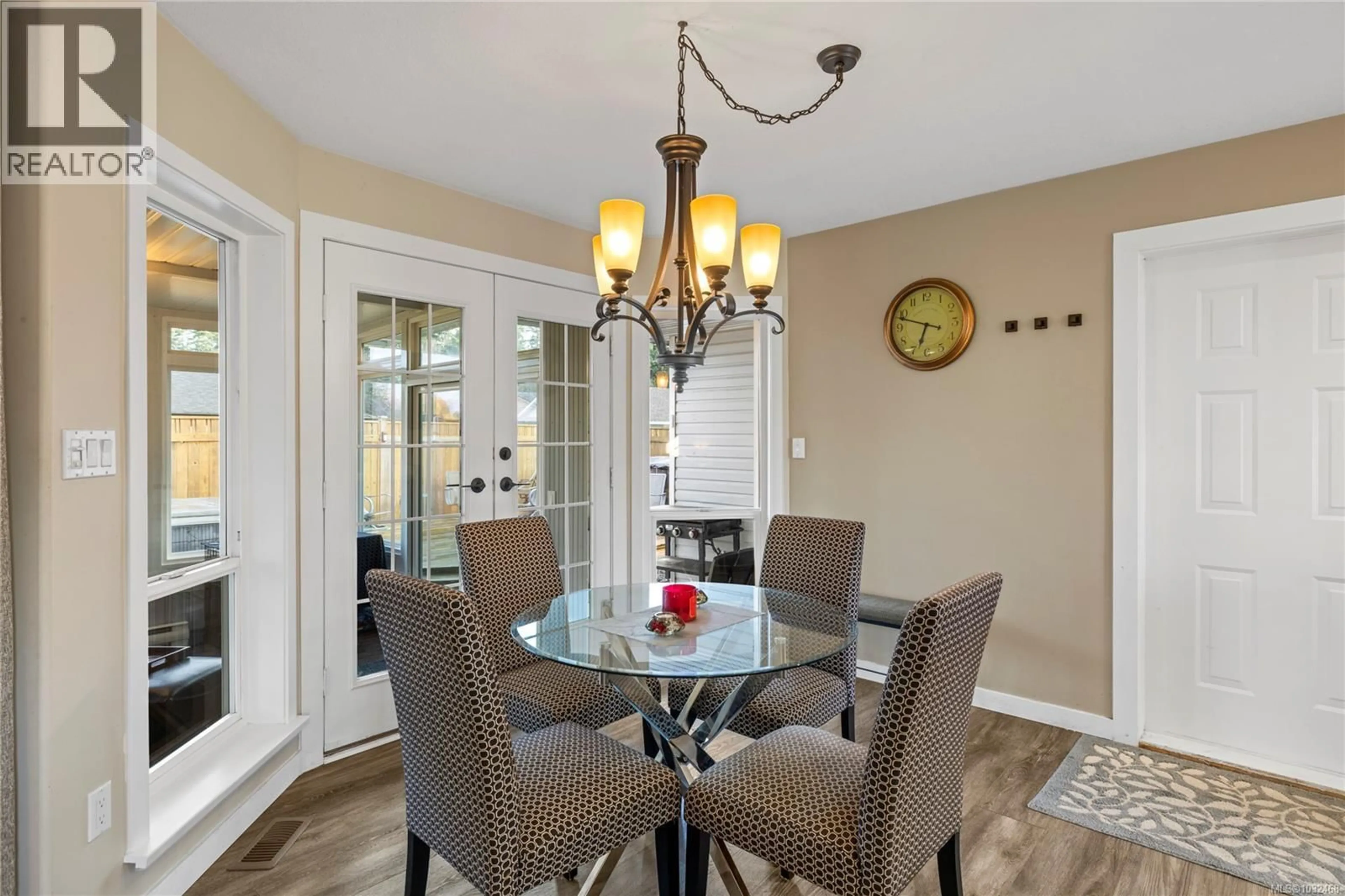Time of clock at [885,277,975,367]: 6:48
